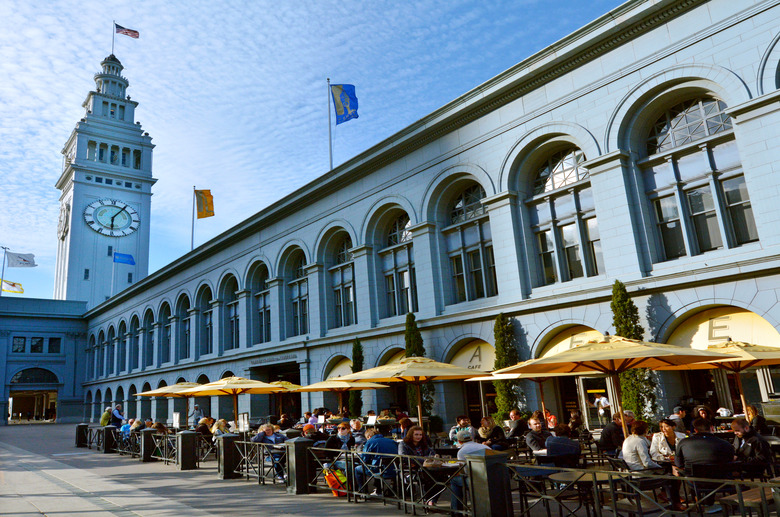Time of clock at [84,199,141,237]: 6:06
